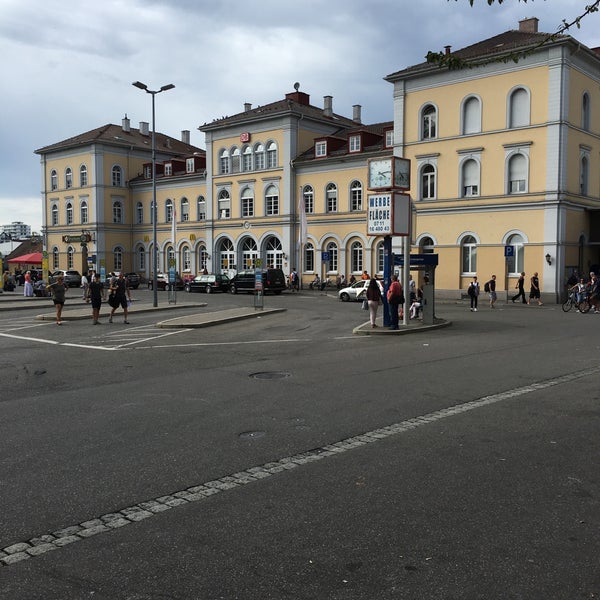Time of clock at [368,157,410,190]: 4:13
